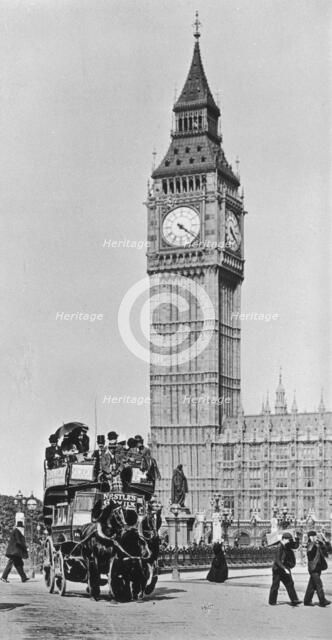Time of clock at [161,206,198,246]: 4:21
